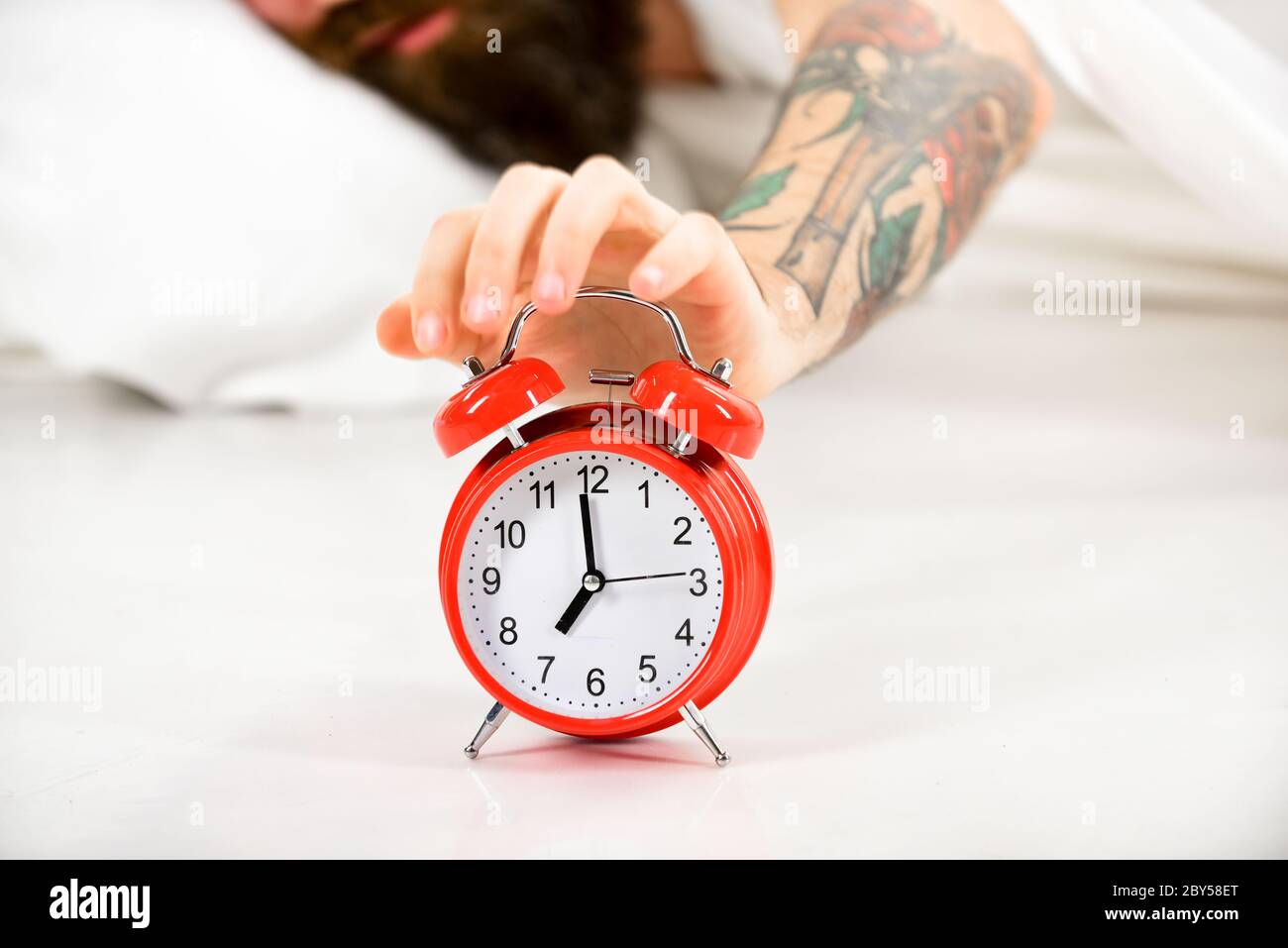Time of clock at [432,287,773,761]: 6:58
